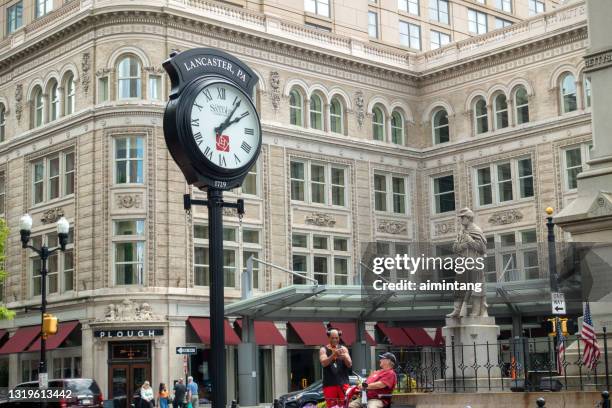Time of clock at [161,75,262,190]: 2:06
